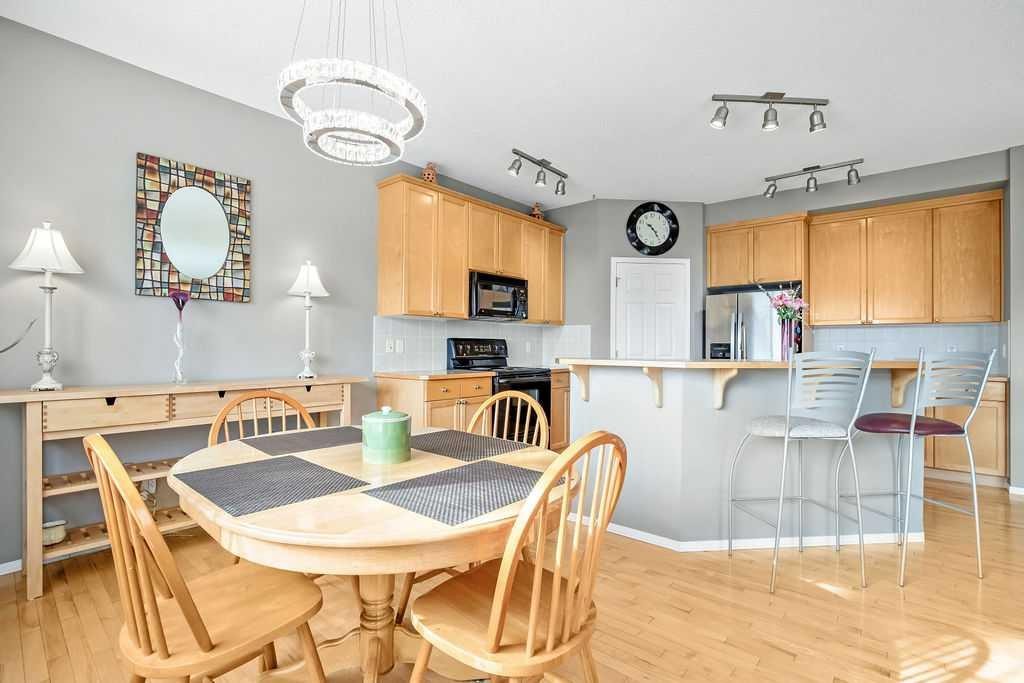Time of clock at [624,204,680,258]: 10:24
